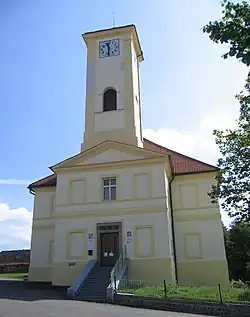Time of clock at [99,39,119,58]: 11:31
